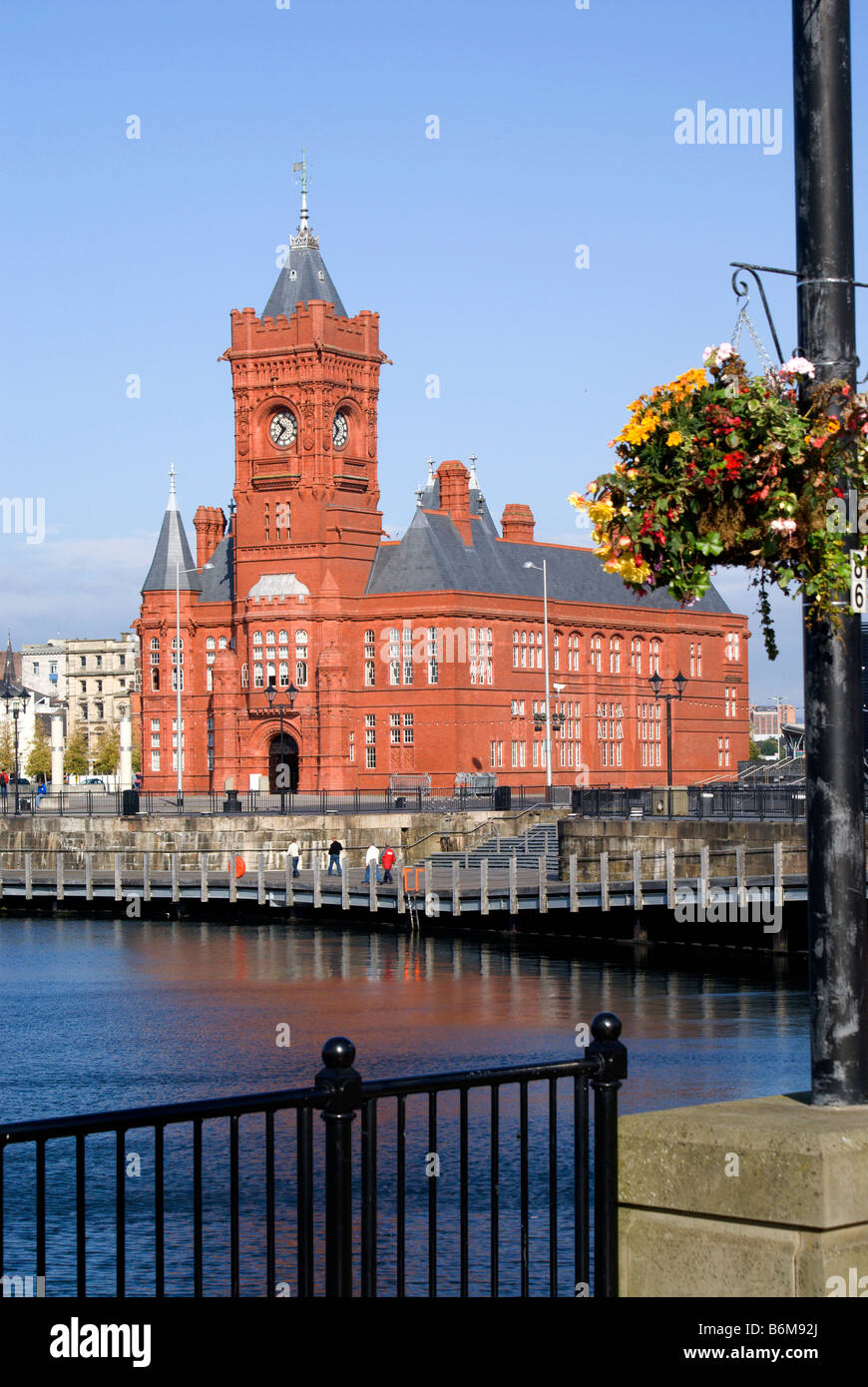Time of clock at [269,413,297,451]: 10:36
